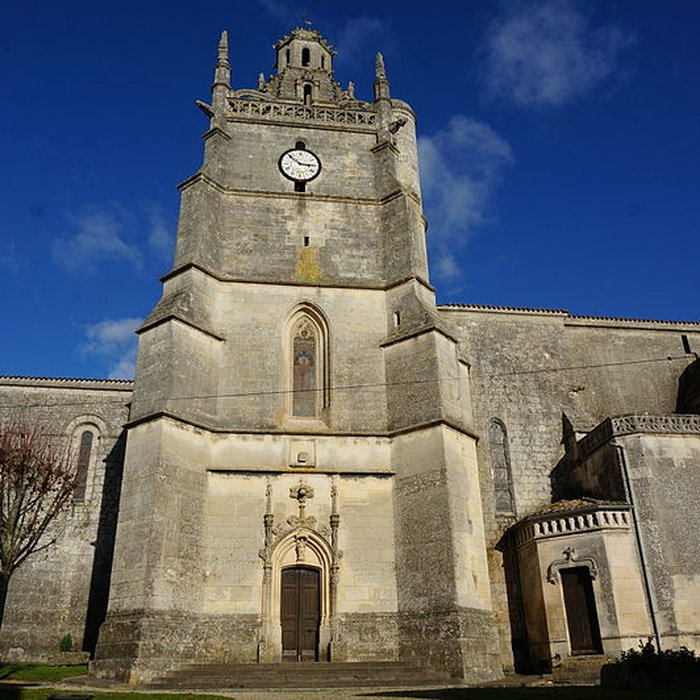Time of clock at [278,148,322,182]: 2:52
